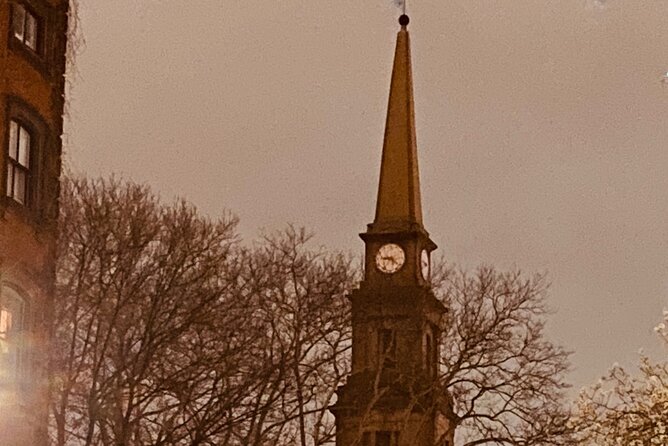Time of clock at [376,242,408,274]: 9:22
